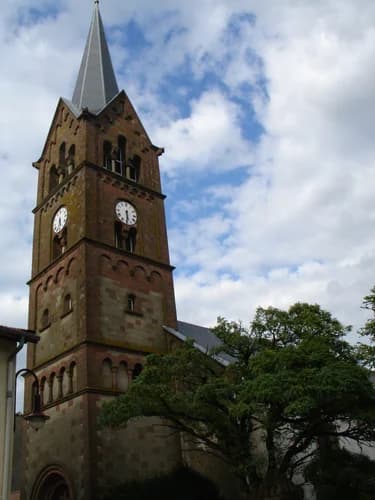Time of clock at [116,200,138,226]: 5:30
